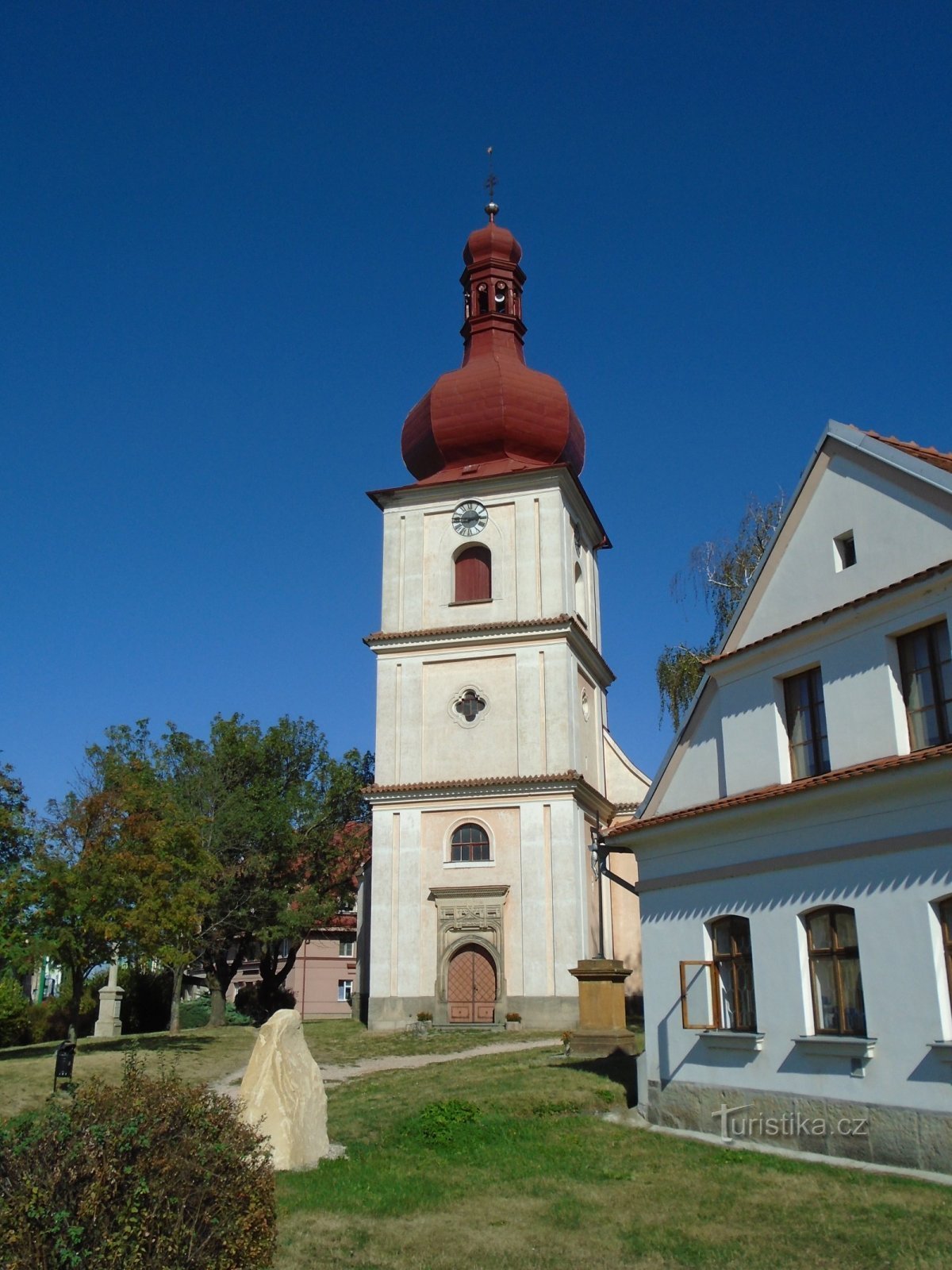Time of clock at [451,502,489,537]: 2:46
